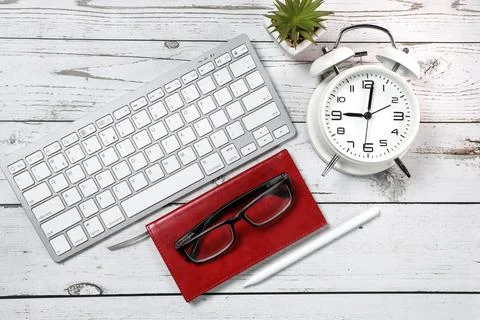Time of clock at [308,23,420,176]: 9:01
